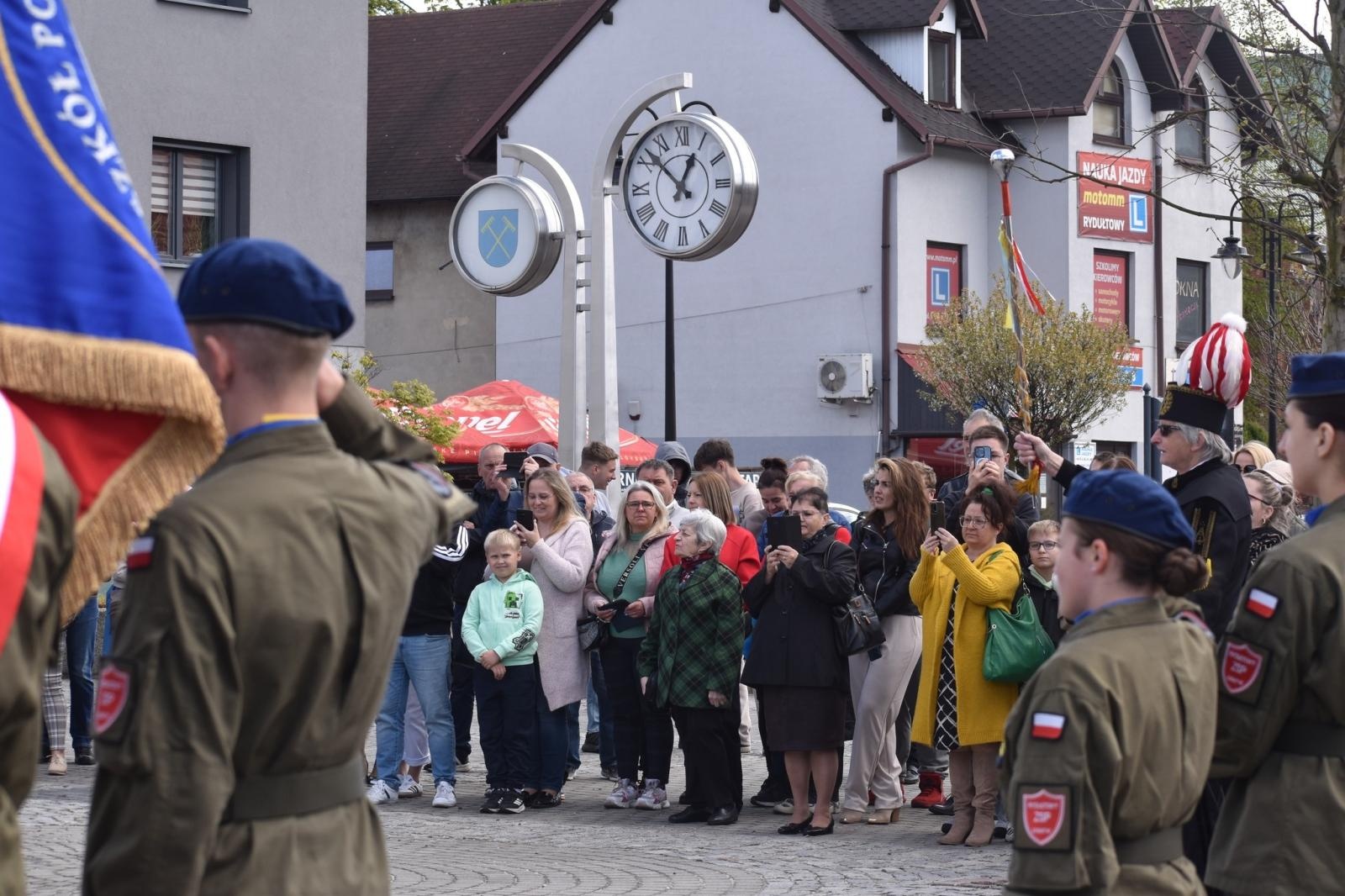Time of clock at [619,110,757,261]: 12:52
